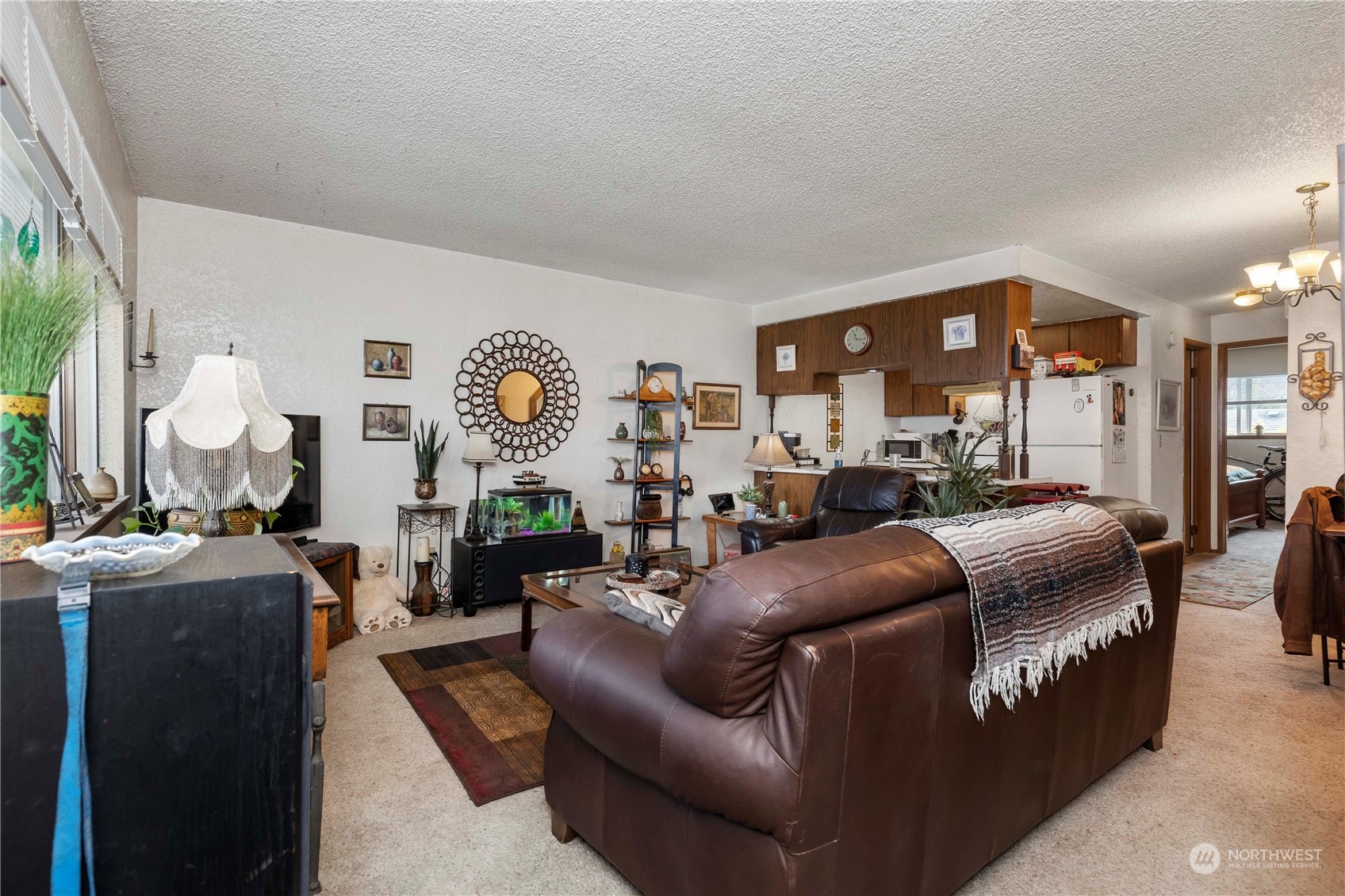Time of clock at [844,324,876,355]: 11:16
